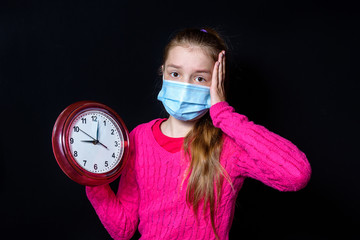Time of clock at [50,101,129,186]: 9:01
